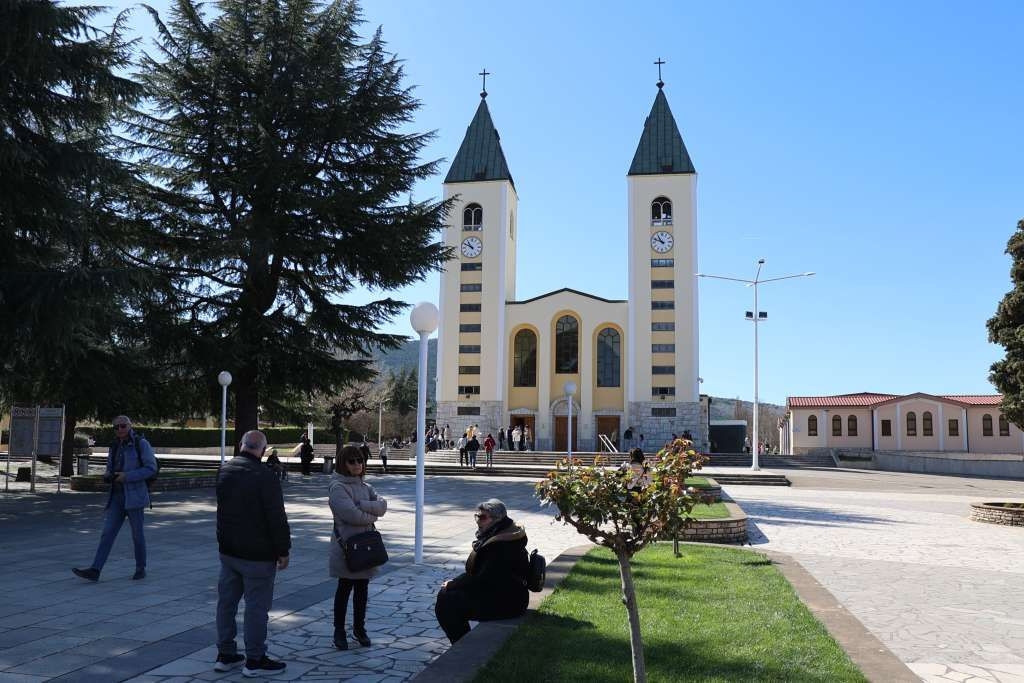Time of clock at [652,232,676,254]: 10:48
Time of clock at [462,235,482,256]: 10:50
